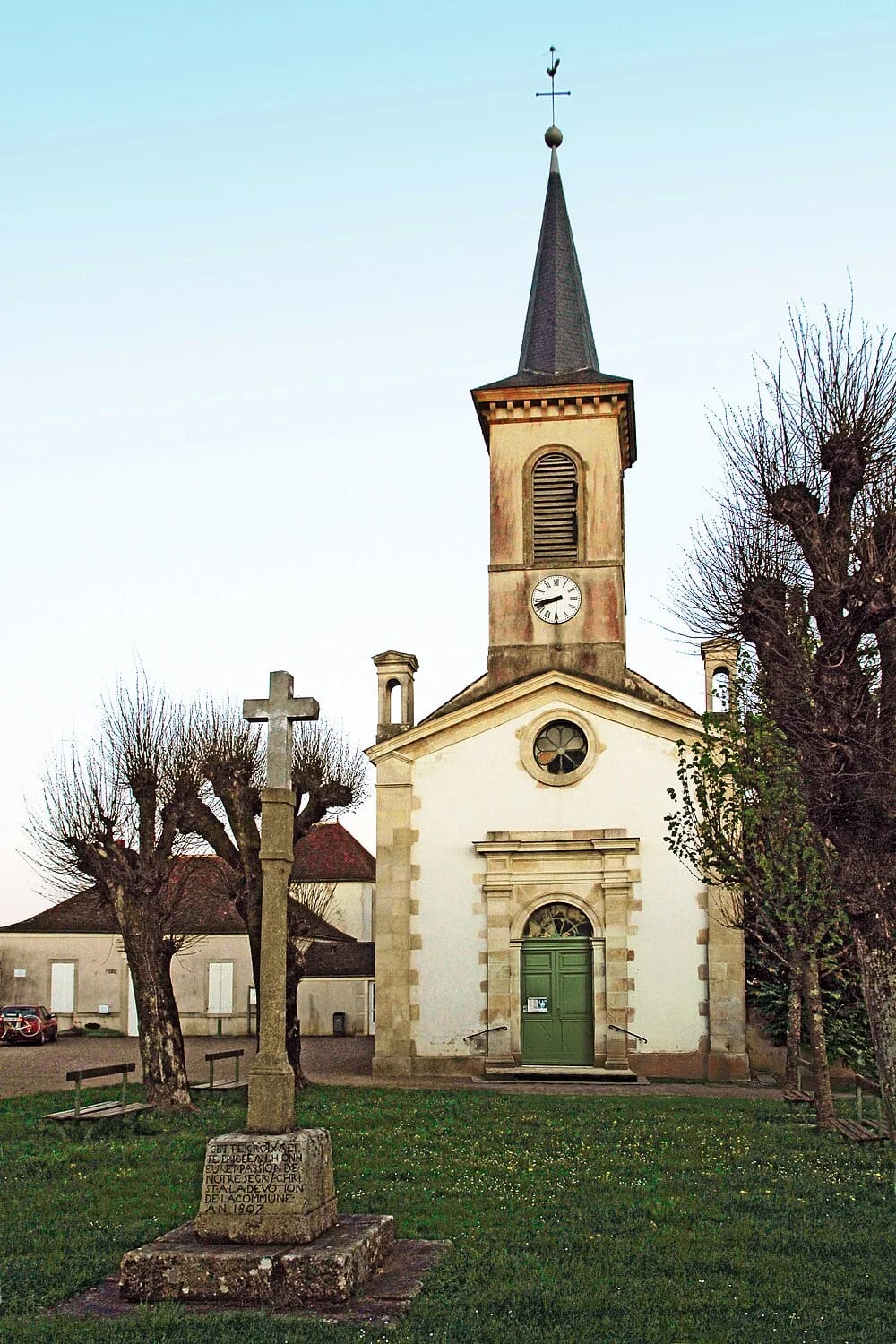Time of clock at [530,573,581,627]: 8:42
